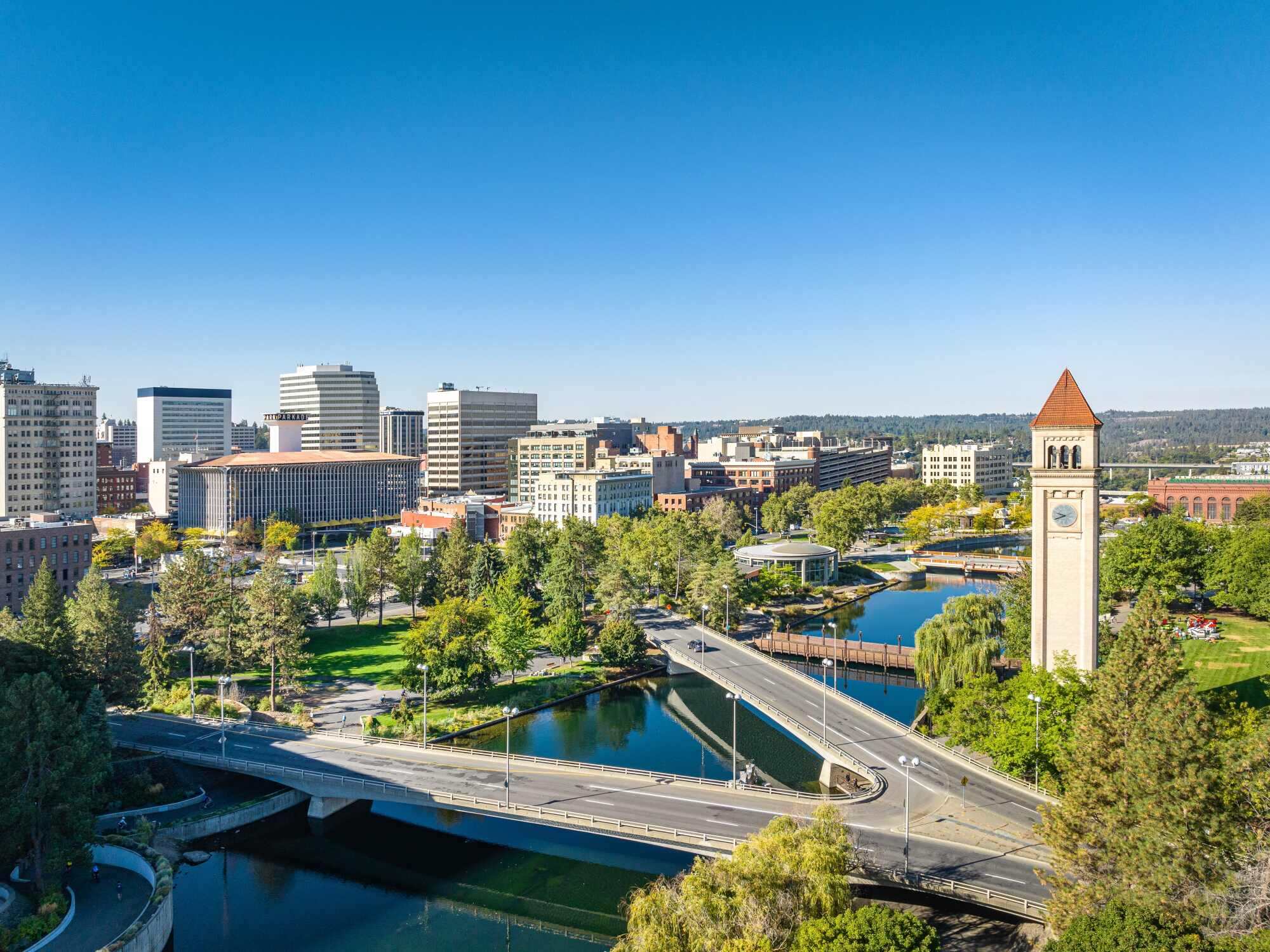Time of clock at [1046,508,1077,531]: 9:41
